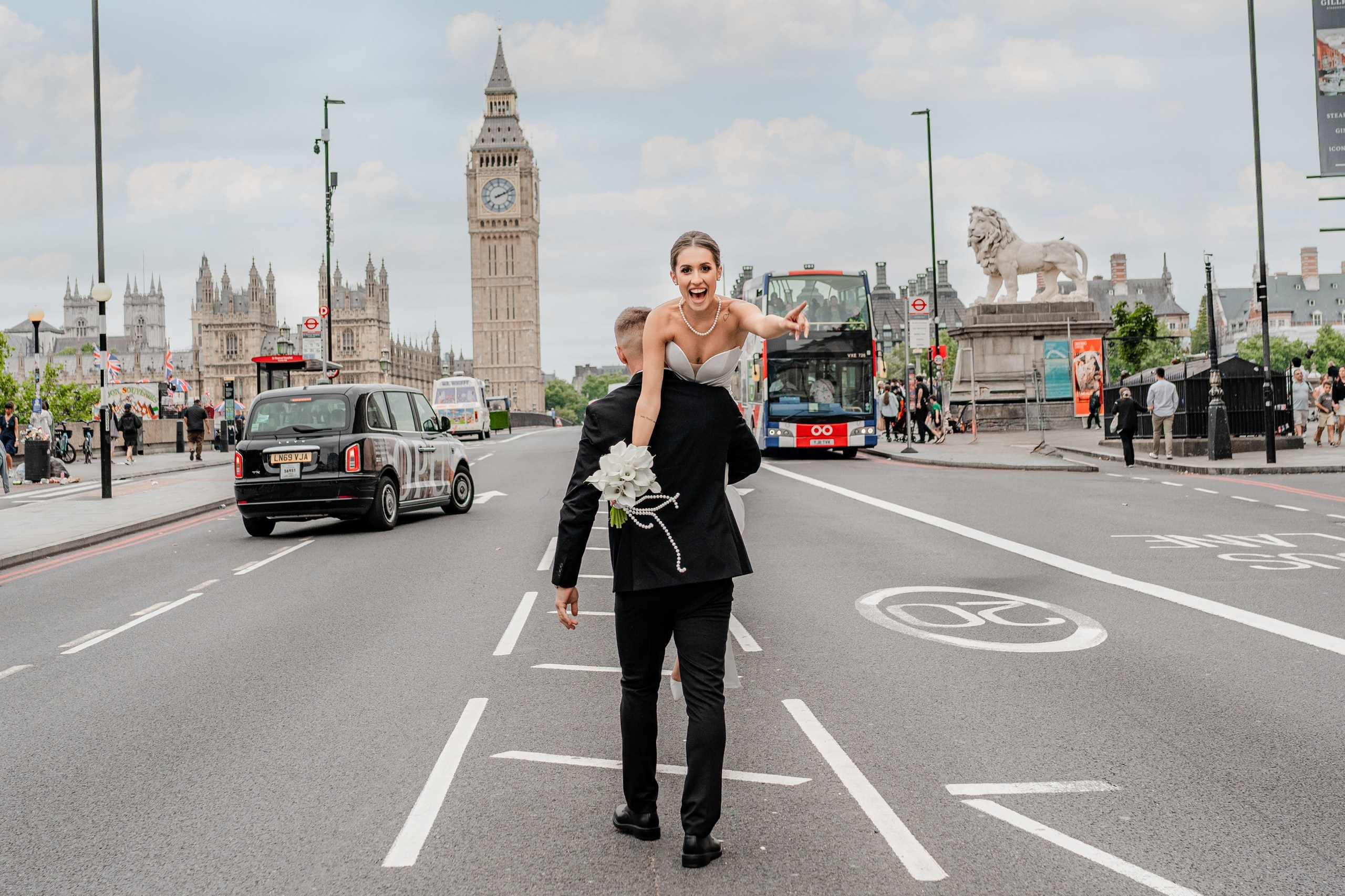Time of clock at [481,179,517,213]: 2:11
